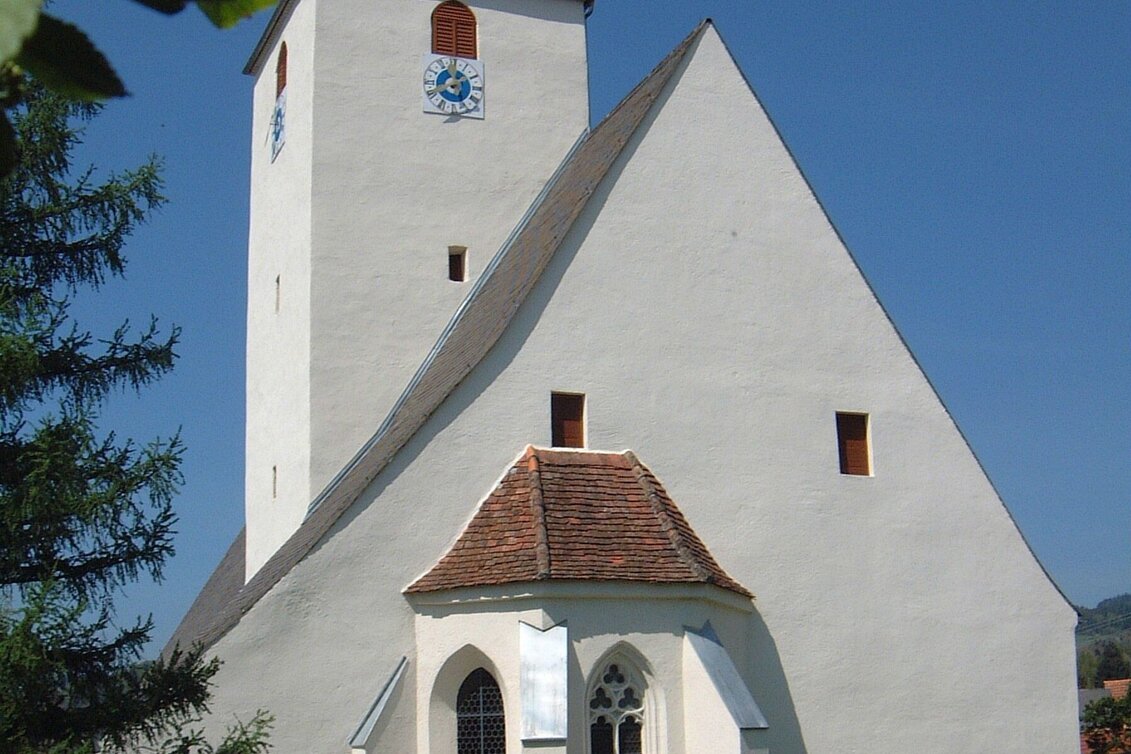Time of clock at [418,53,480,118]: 1:40
